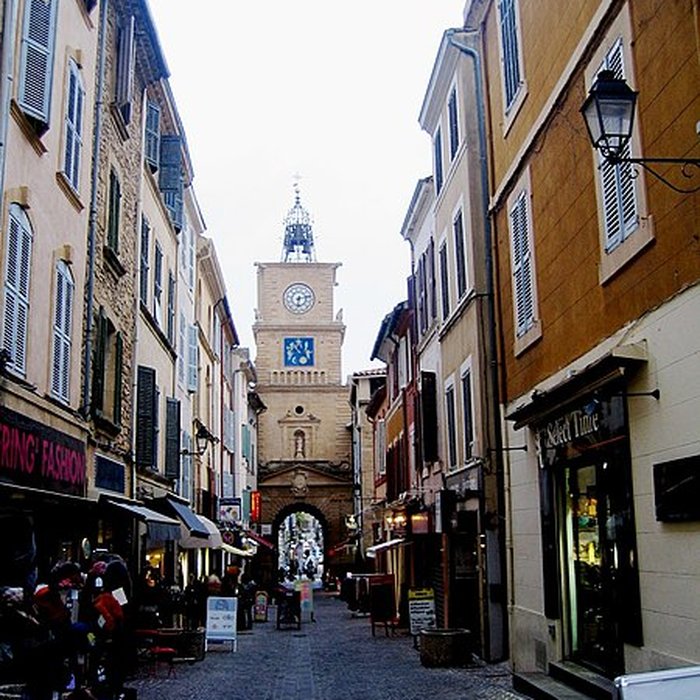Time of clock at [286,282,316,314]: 6:12
